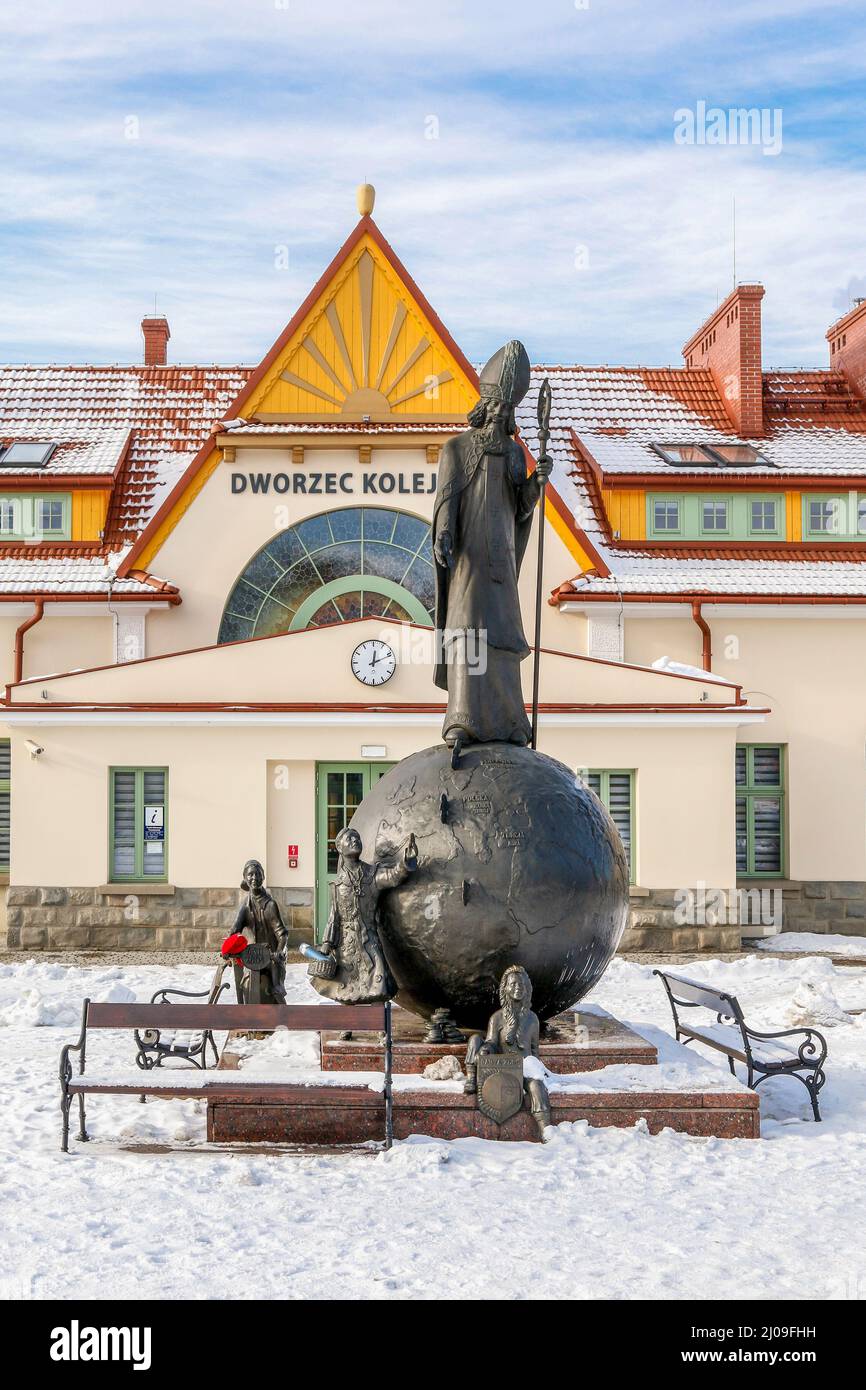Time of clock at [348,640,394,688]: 12:11
